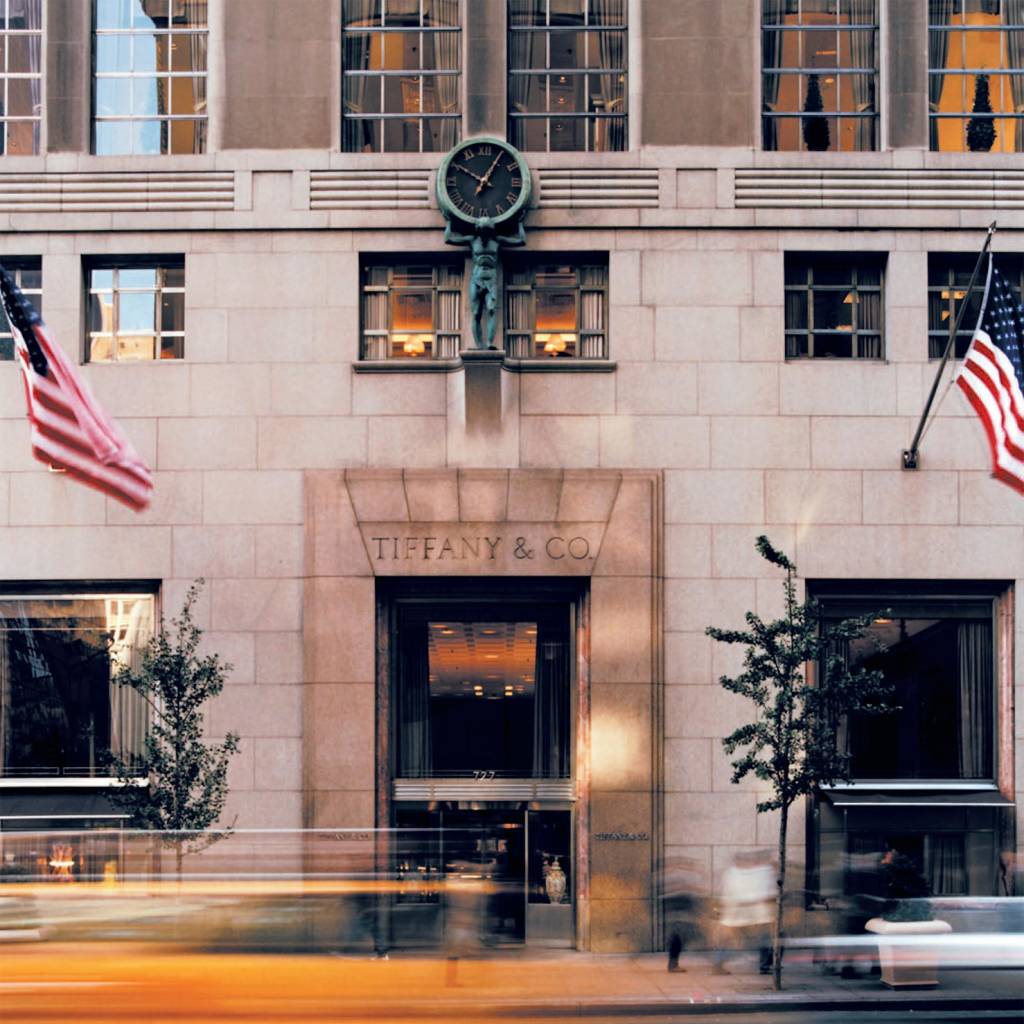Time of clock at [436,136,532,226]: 10:05
